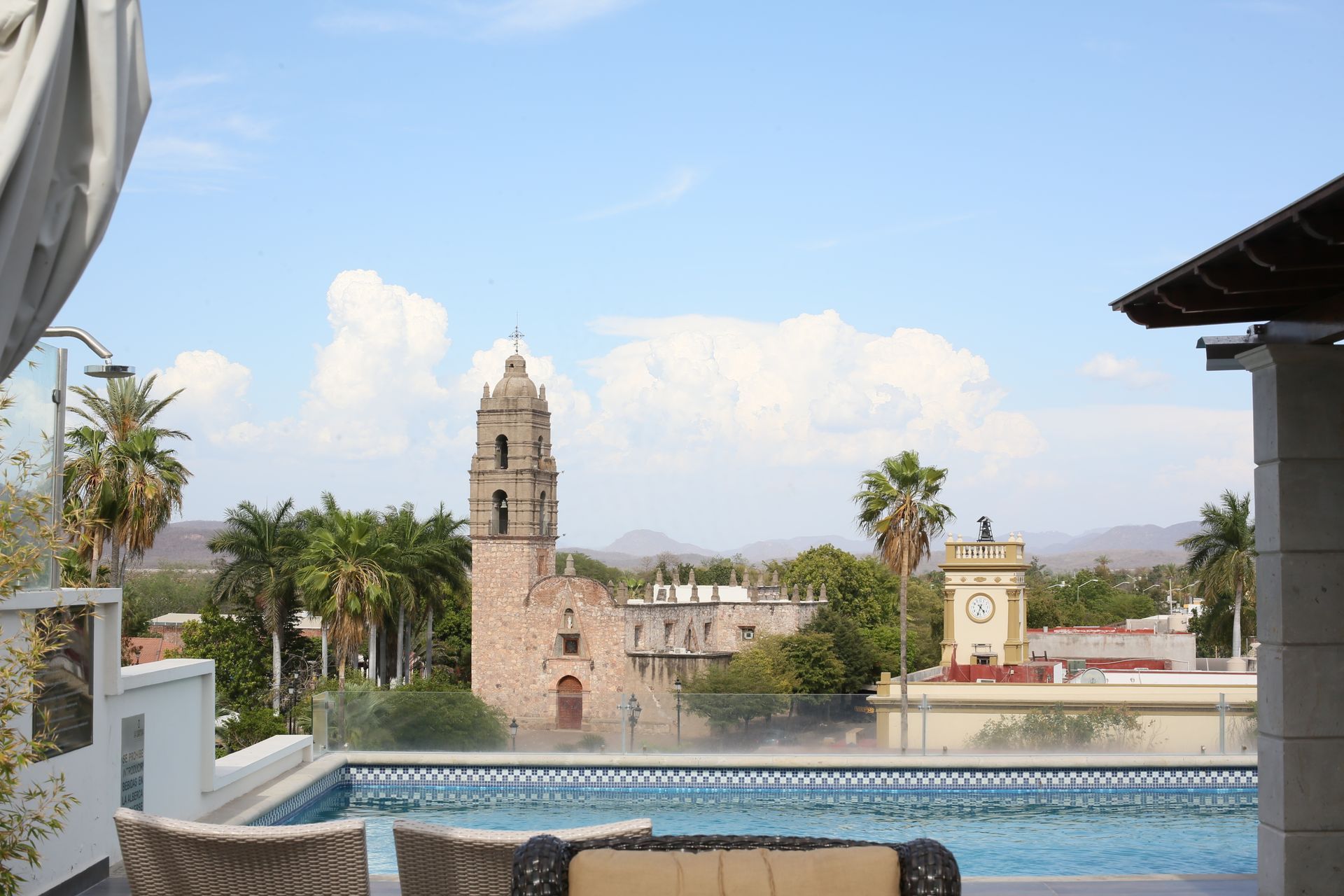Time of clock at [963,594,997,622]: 4:33
